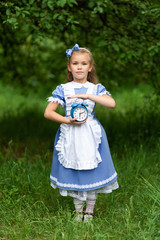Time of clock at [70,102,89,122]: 6:11
